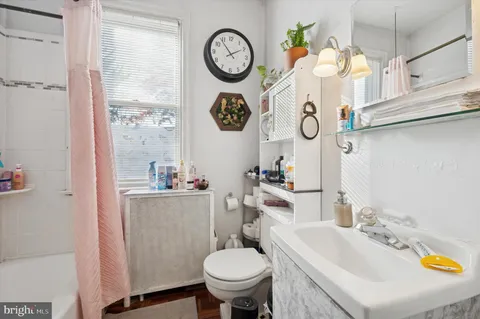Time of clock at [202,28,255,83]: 1:53
